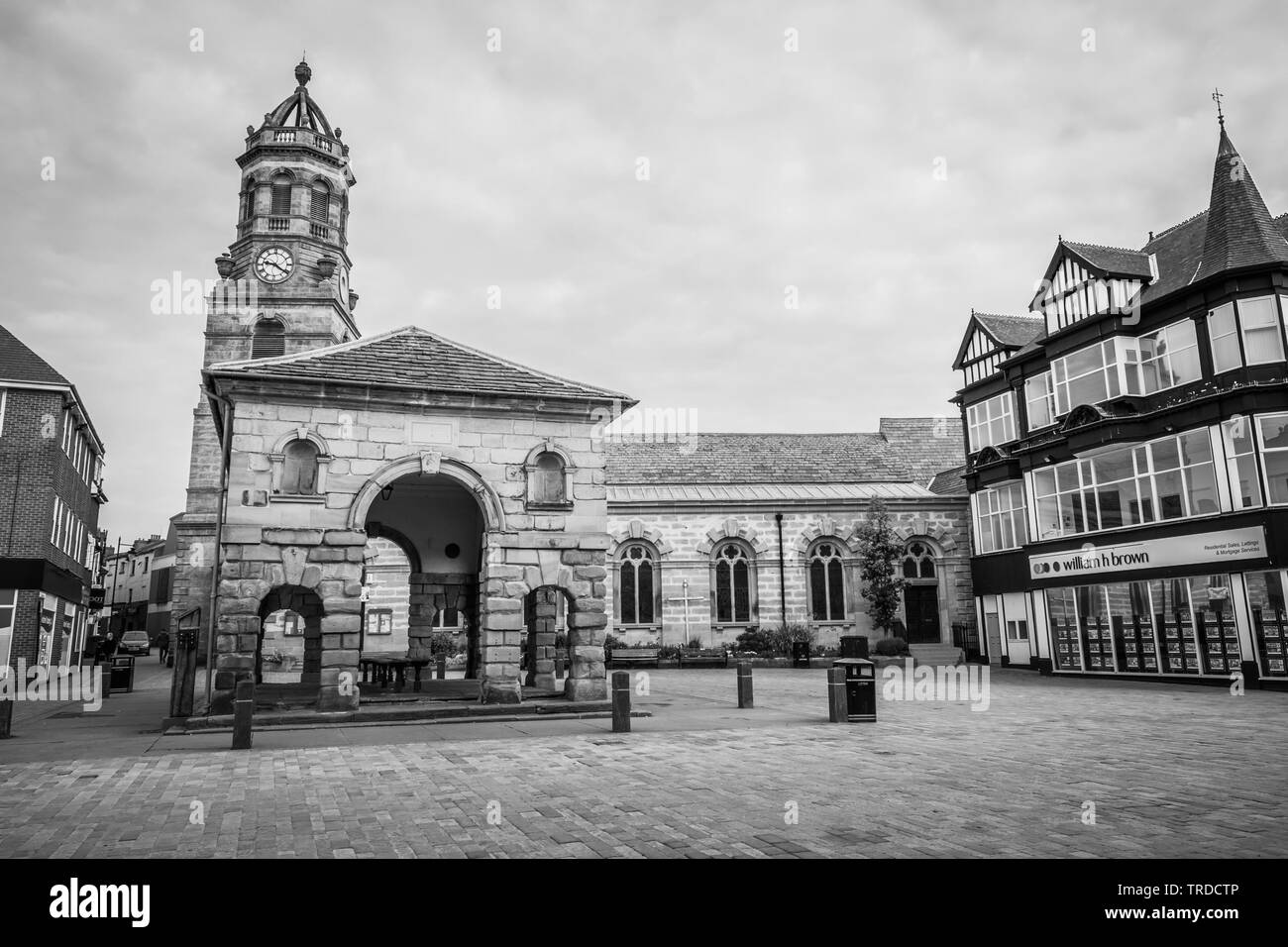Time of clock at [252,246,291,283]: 9:21
